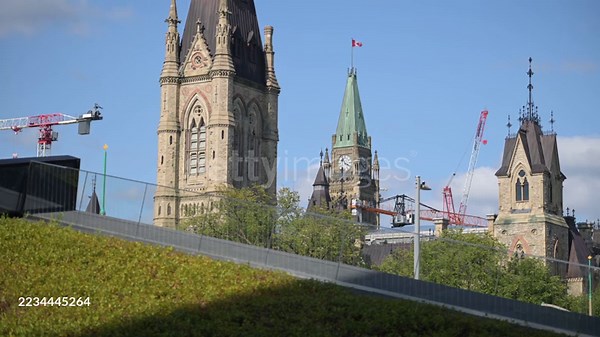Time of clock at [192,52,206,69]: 12:52
